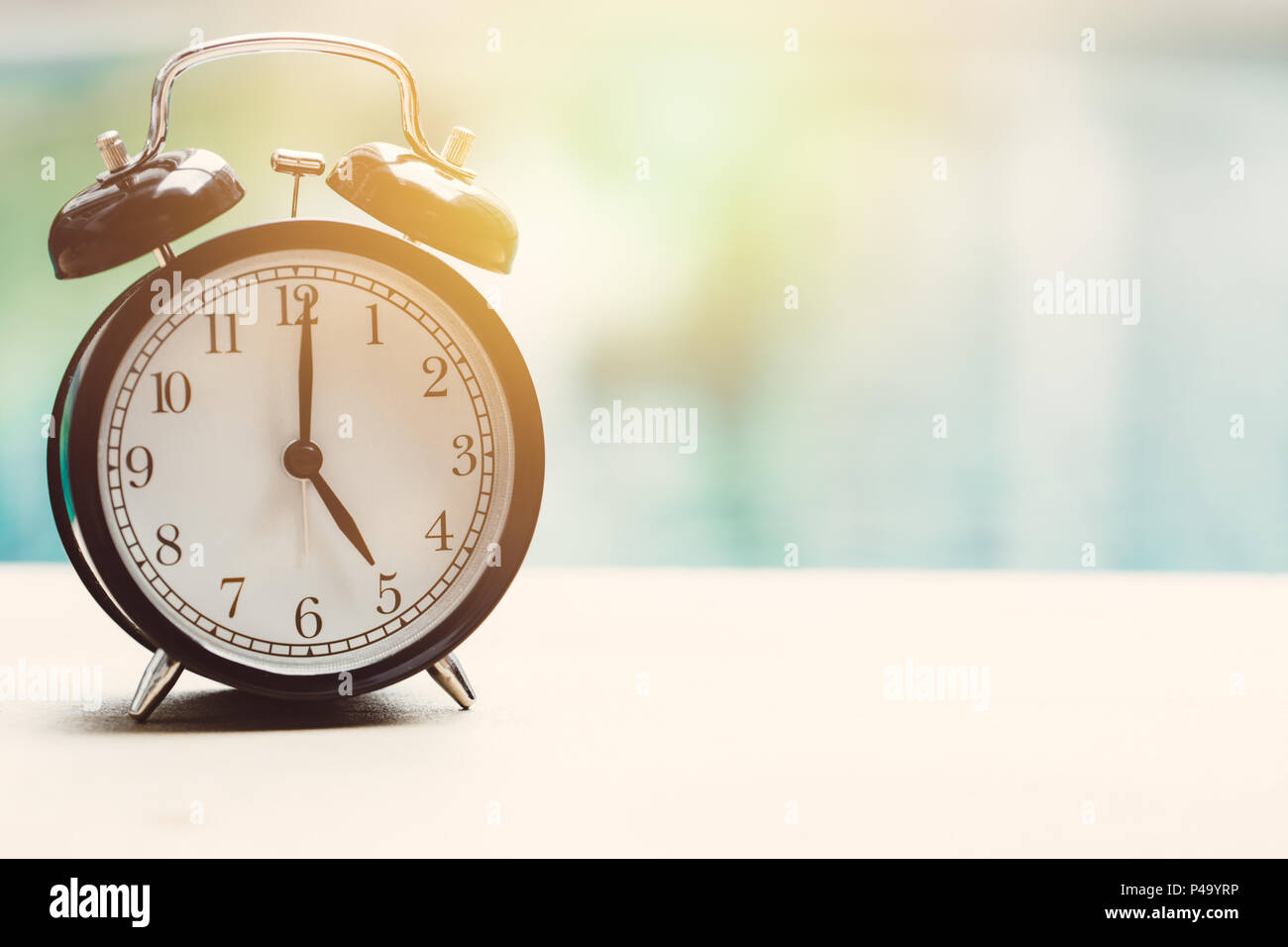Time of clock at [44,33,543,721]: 5:00
